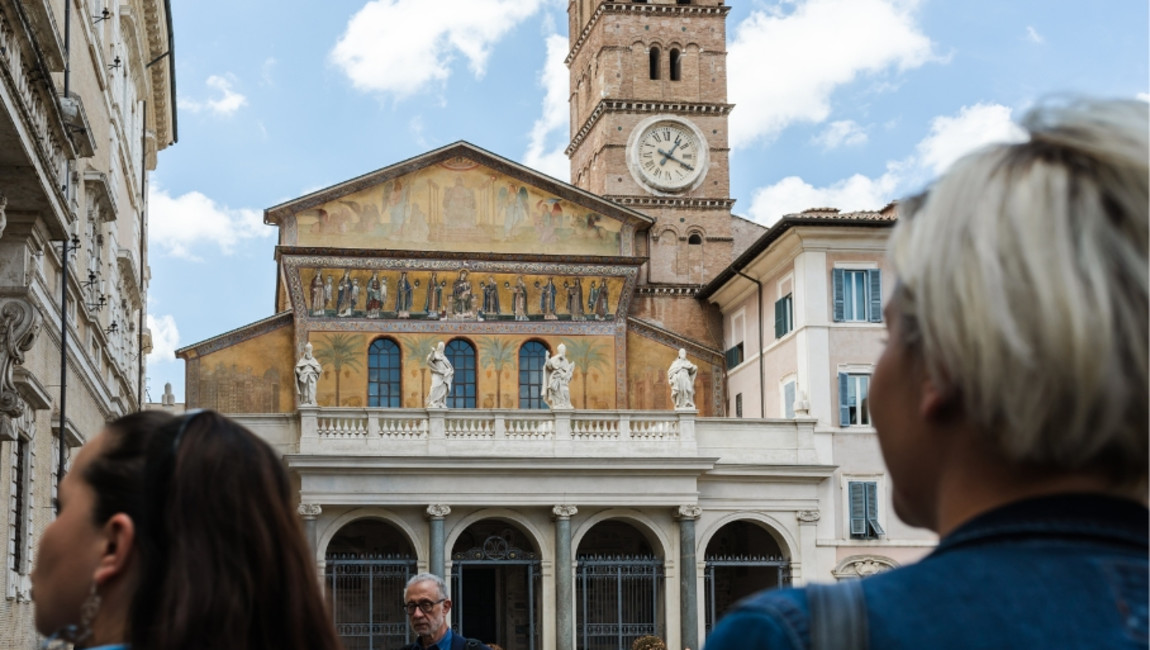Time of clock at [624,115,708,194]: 1:19
